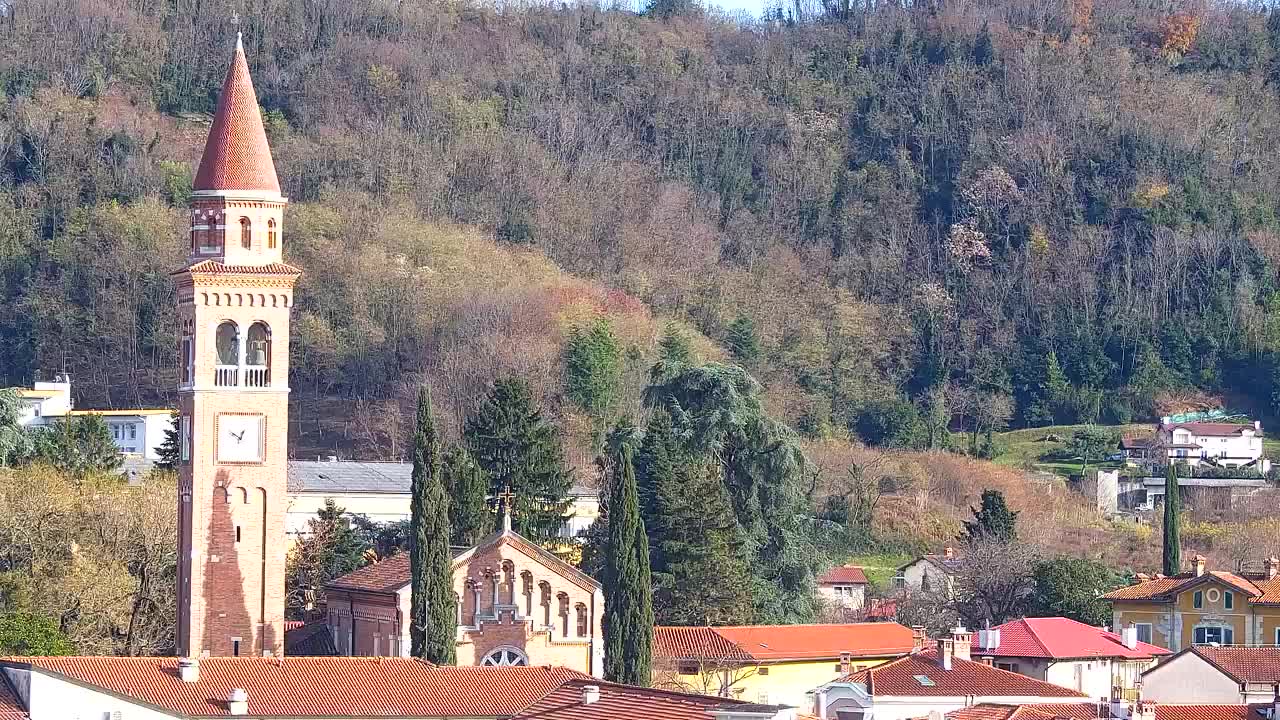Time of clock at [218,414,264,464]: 12:49
